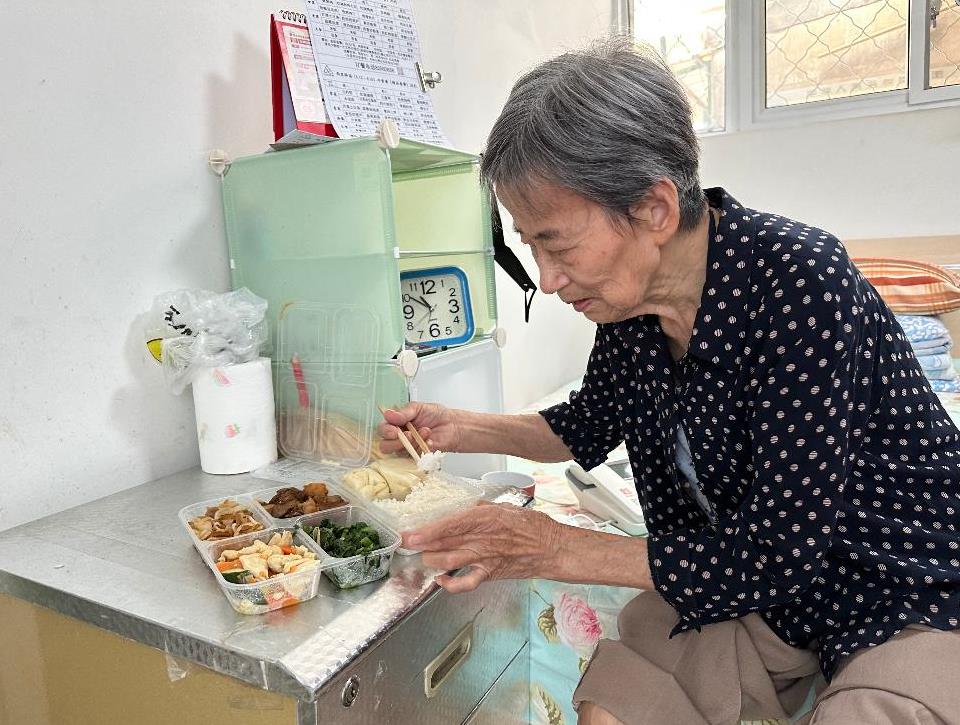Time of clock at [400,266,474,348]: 10:50
